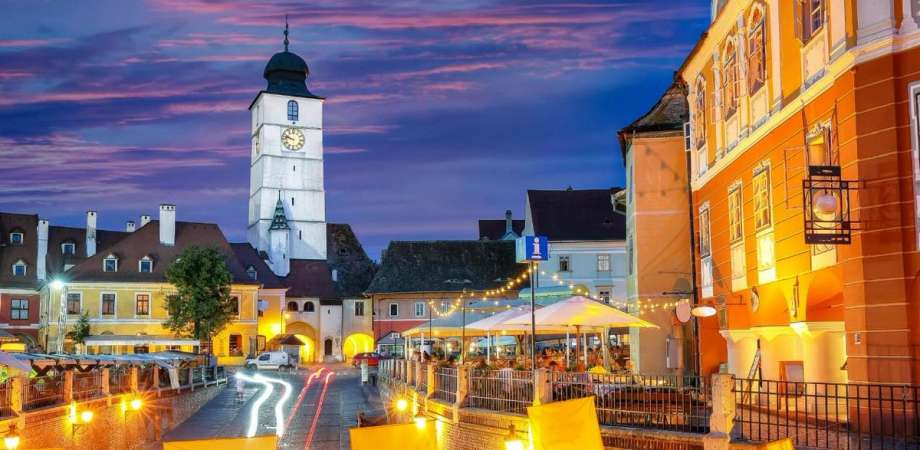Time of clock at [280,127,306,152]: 9:47
